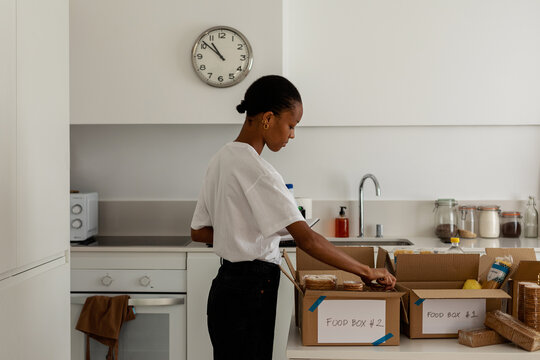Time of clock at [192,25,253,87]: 10:51
